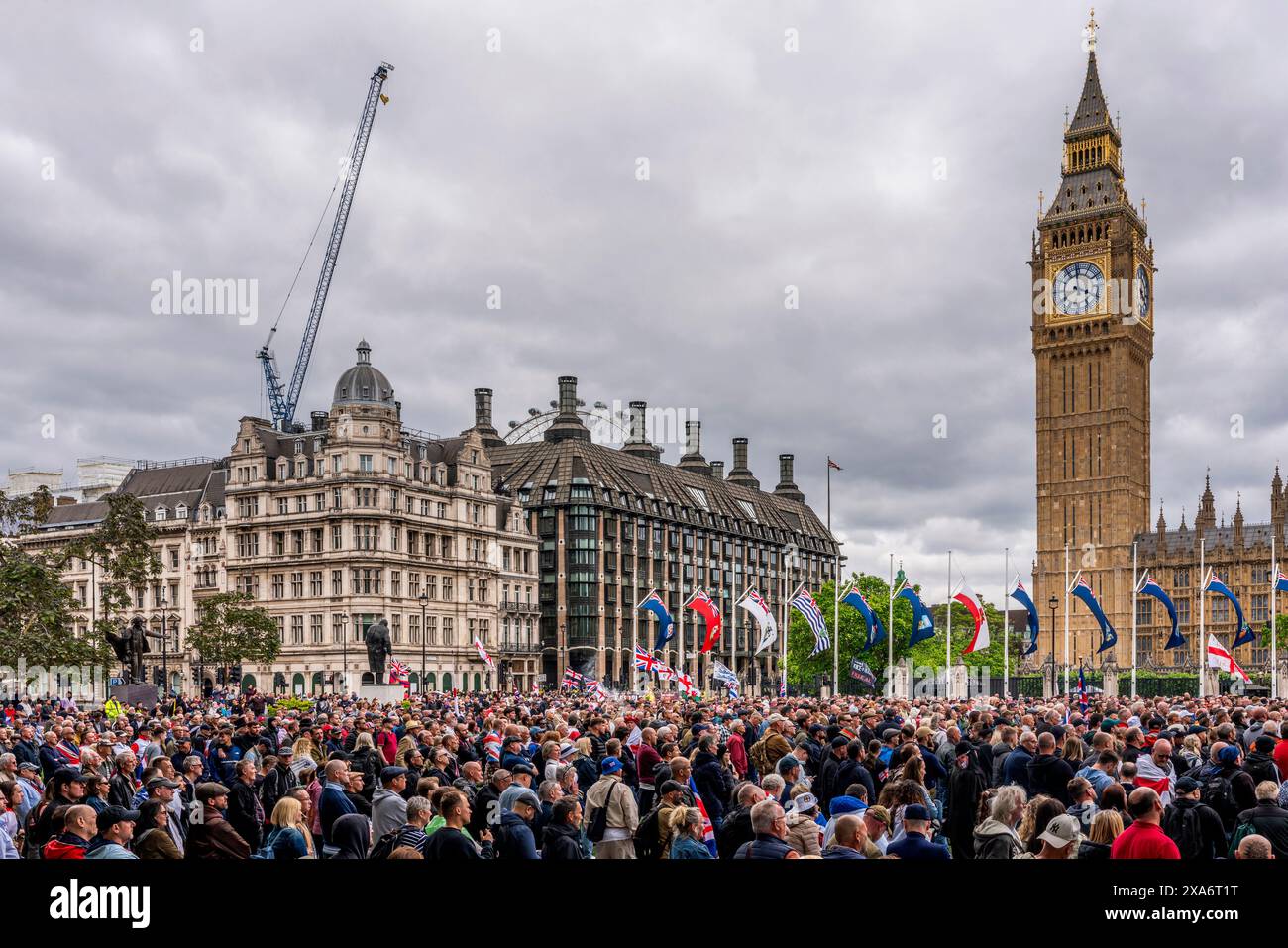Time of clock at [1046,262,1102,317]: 3:40
